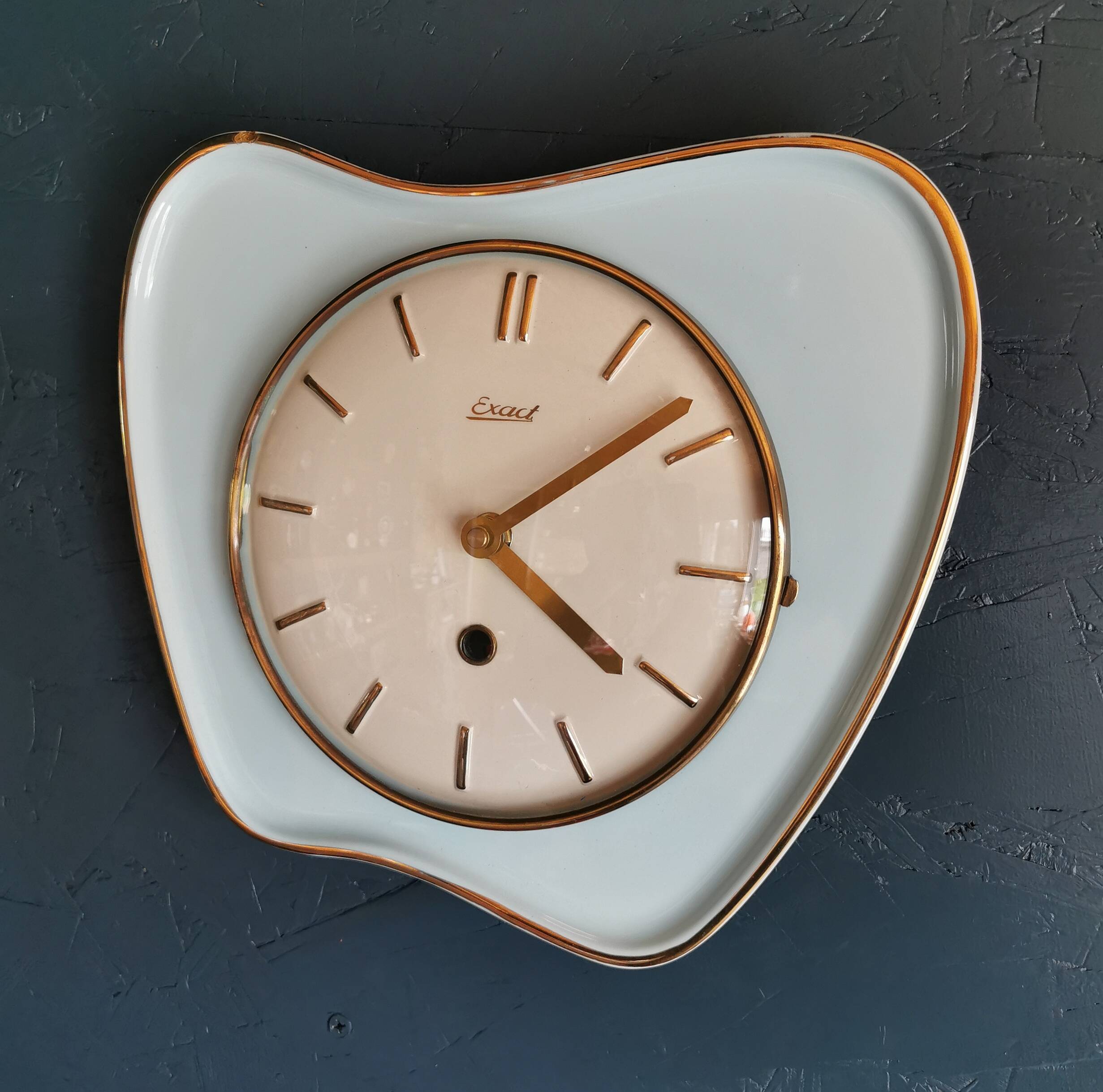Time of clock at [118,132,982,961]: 4:08
